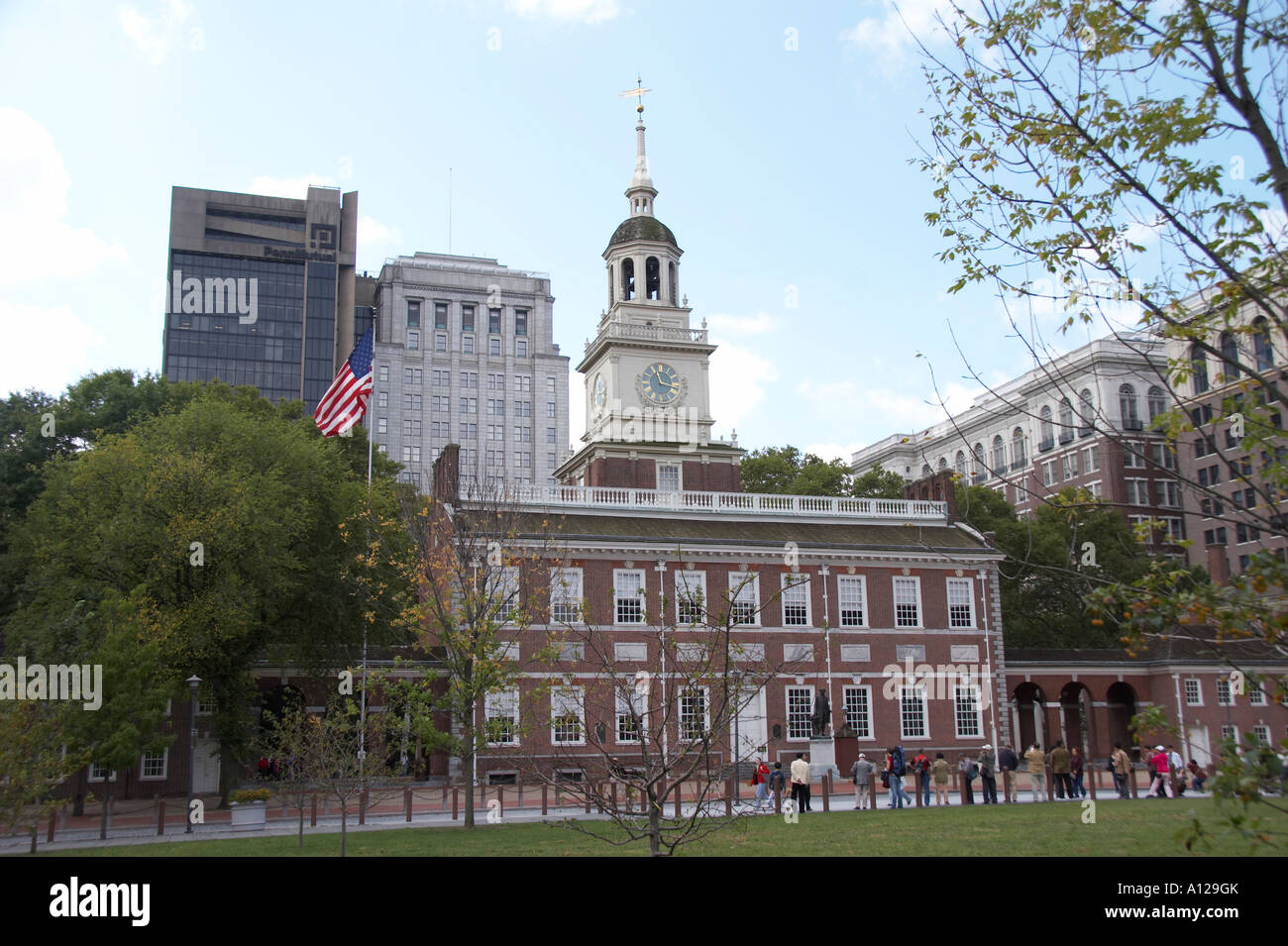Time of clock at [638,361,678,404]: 11:17
